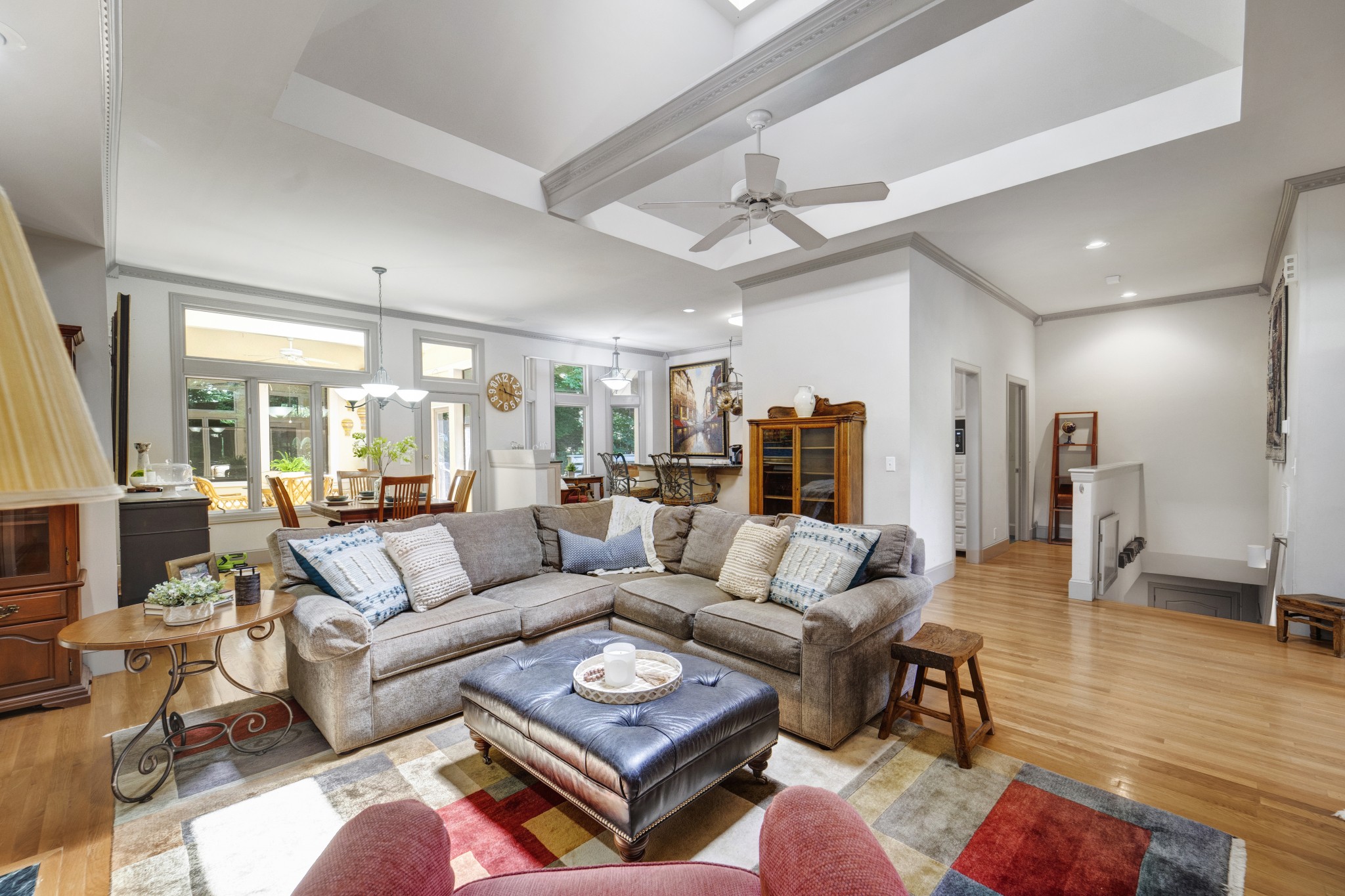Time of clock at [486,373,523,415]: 11:18
